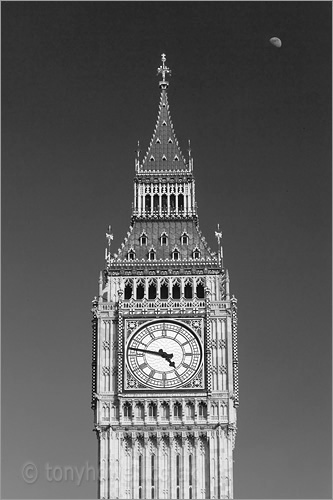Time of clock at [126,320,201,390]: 4:46
